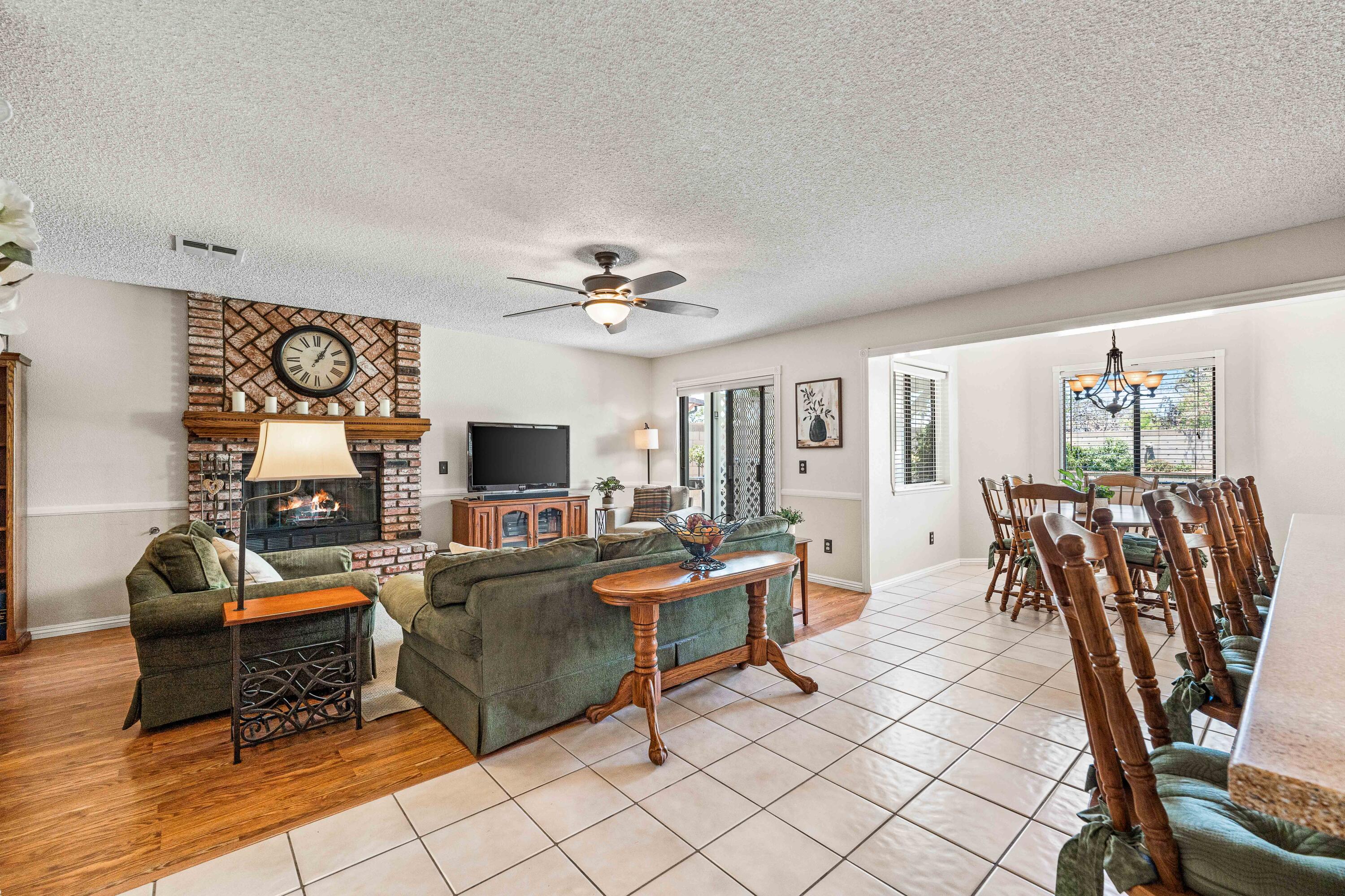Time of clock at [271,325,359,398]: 1:05
